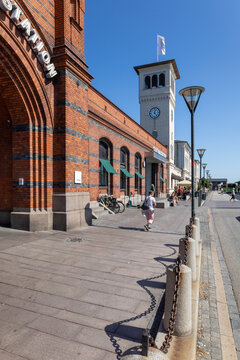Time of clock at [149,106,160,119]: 12:23
